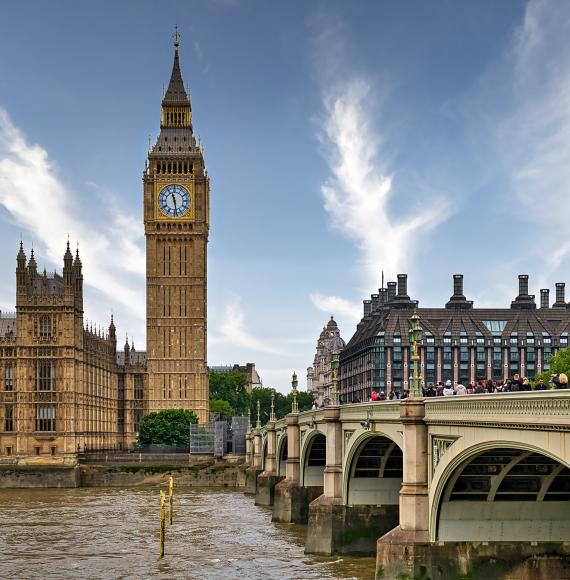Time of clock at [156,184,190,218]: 11:28
